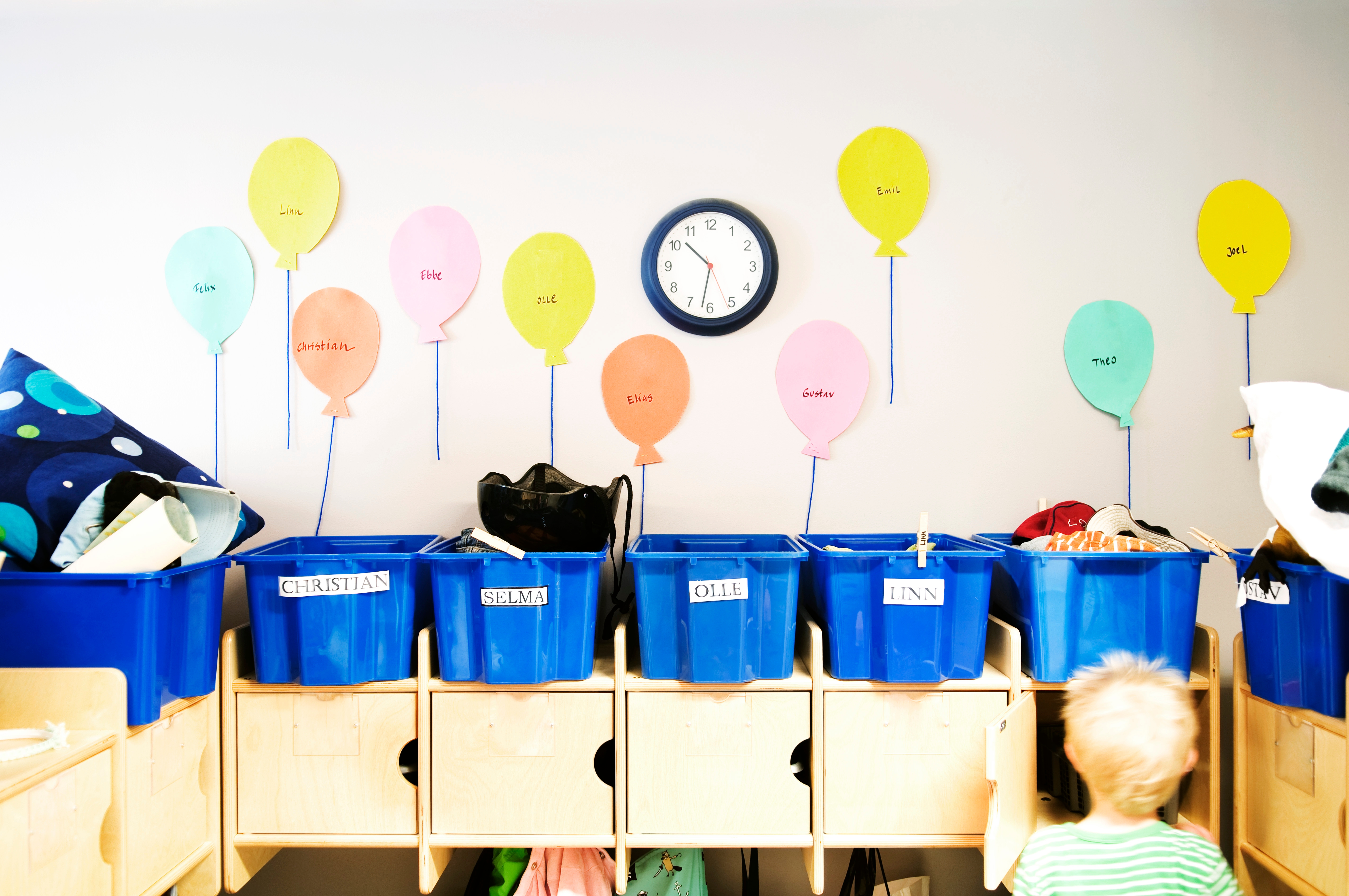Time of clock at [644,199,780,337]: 10:31
